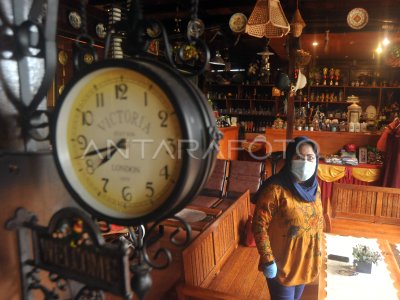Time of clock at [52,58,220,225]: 7:42
